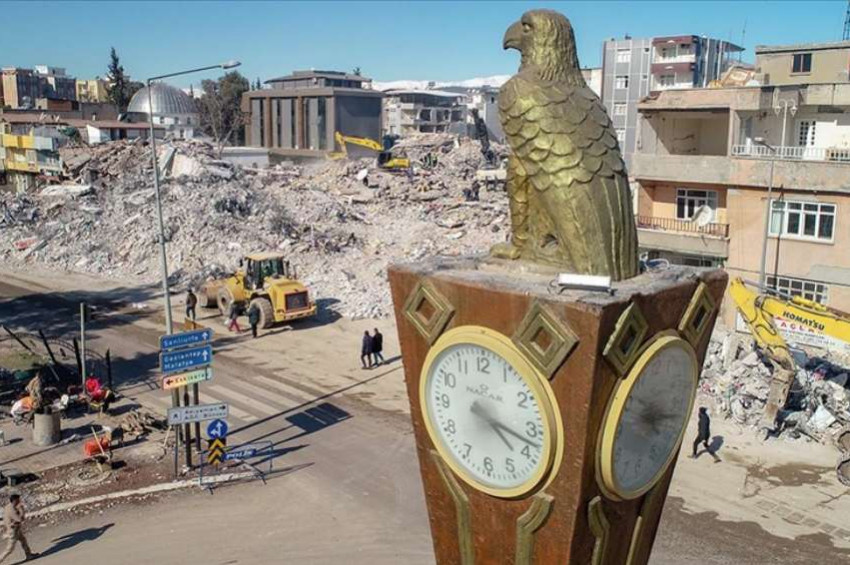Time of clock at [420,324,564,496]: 4:17
